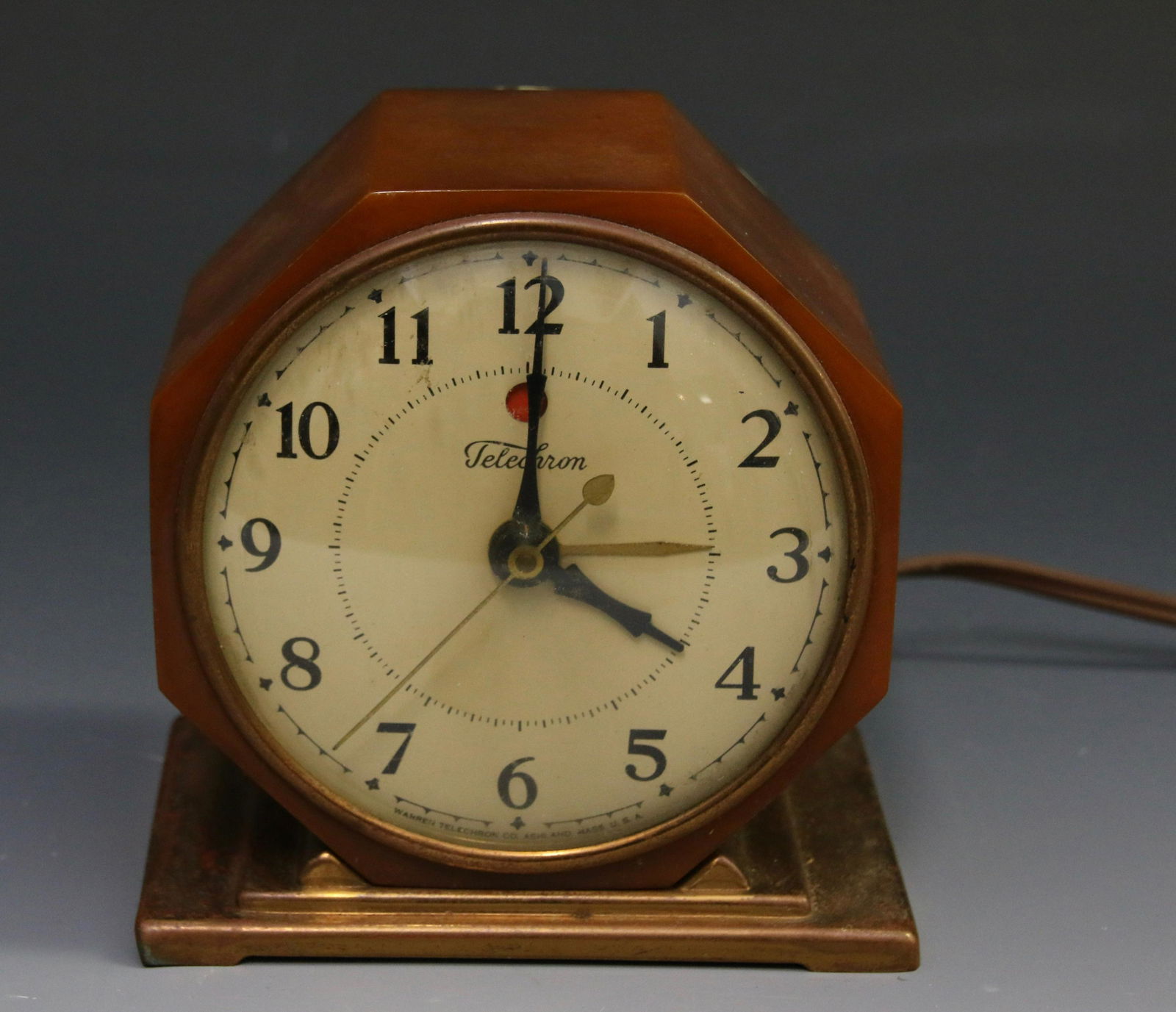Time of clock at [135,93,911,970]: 4:00
